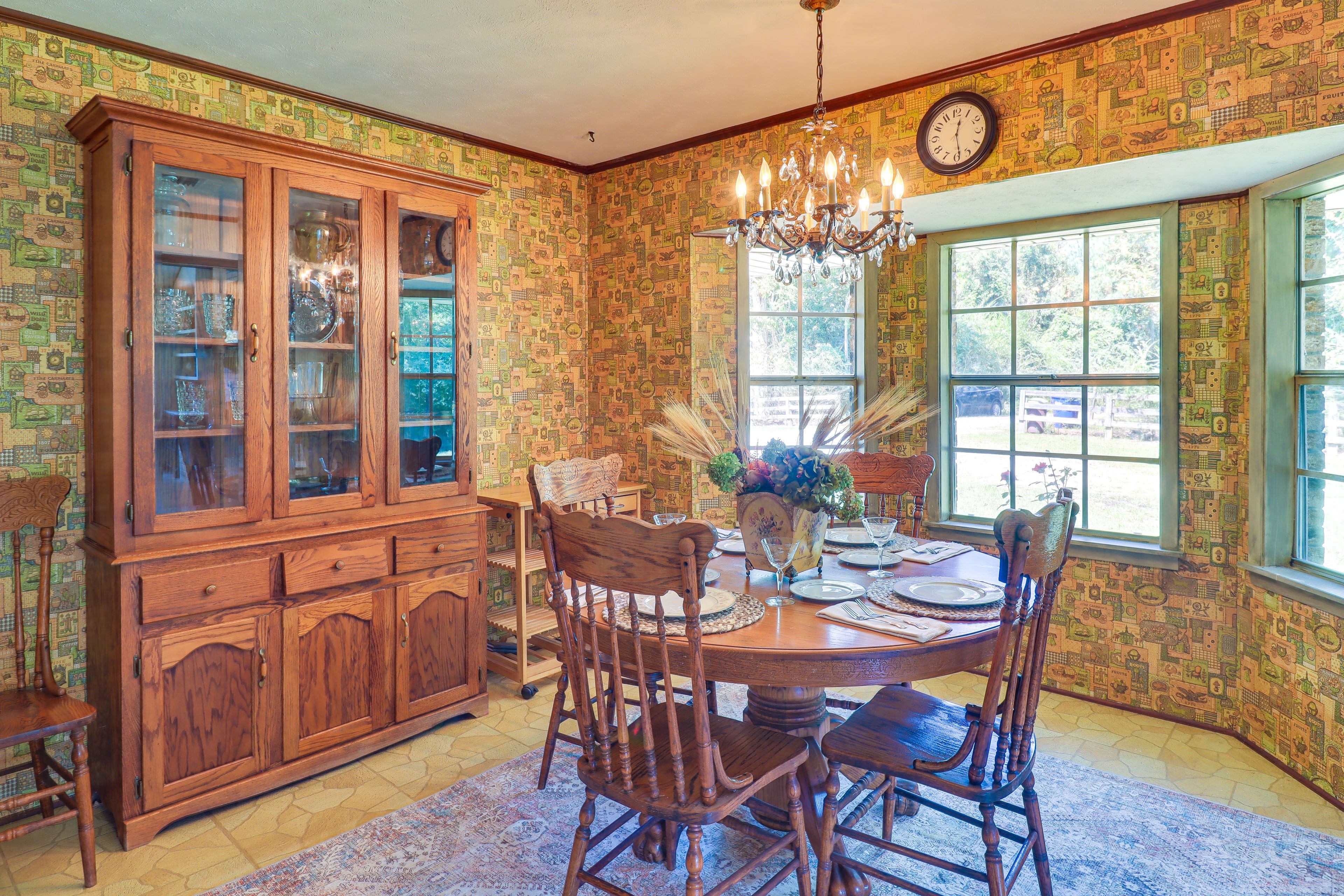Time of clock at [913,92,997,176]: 12:28
